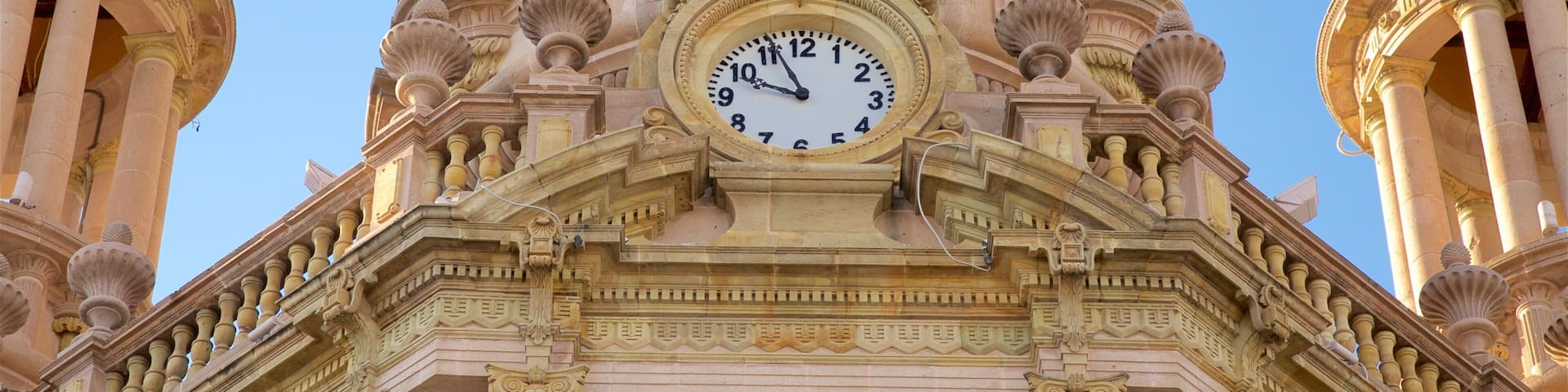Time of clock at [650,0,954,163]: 9:56
